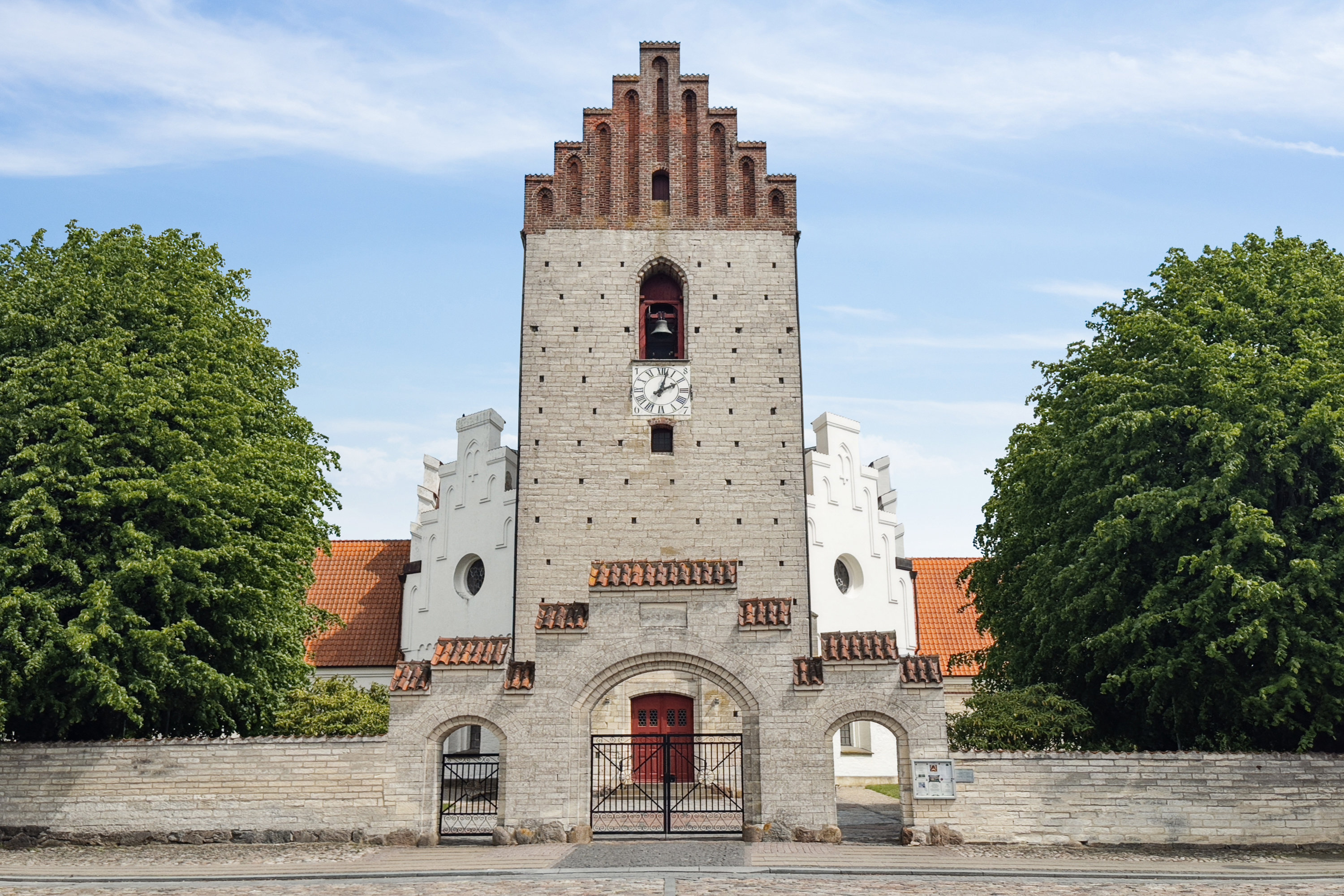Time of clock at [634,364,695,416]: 2:02
